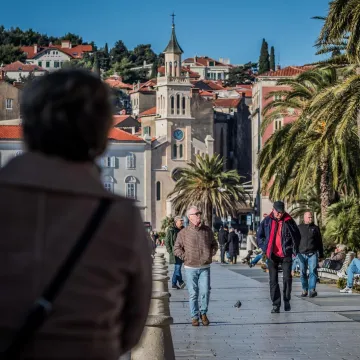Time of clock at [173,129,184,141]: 11:07
